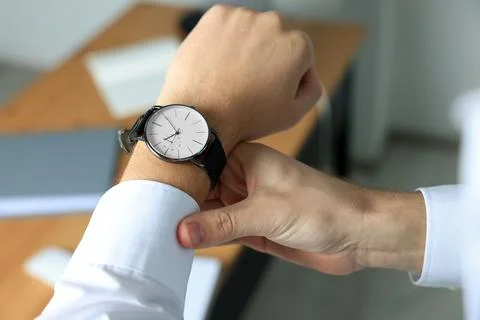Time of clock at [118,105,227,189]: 7:54
